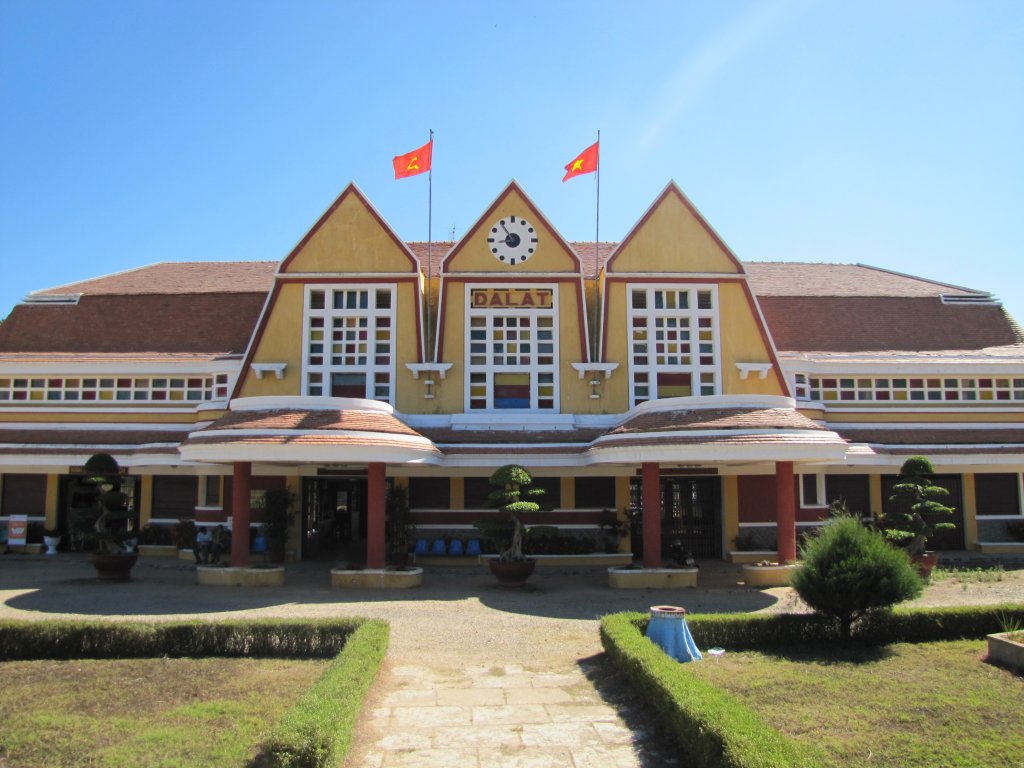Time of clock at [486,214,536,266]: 8:54
